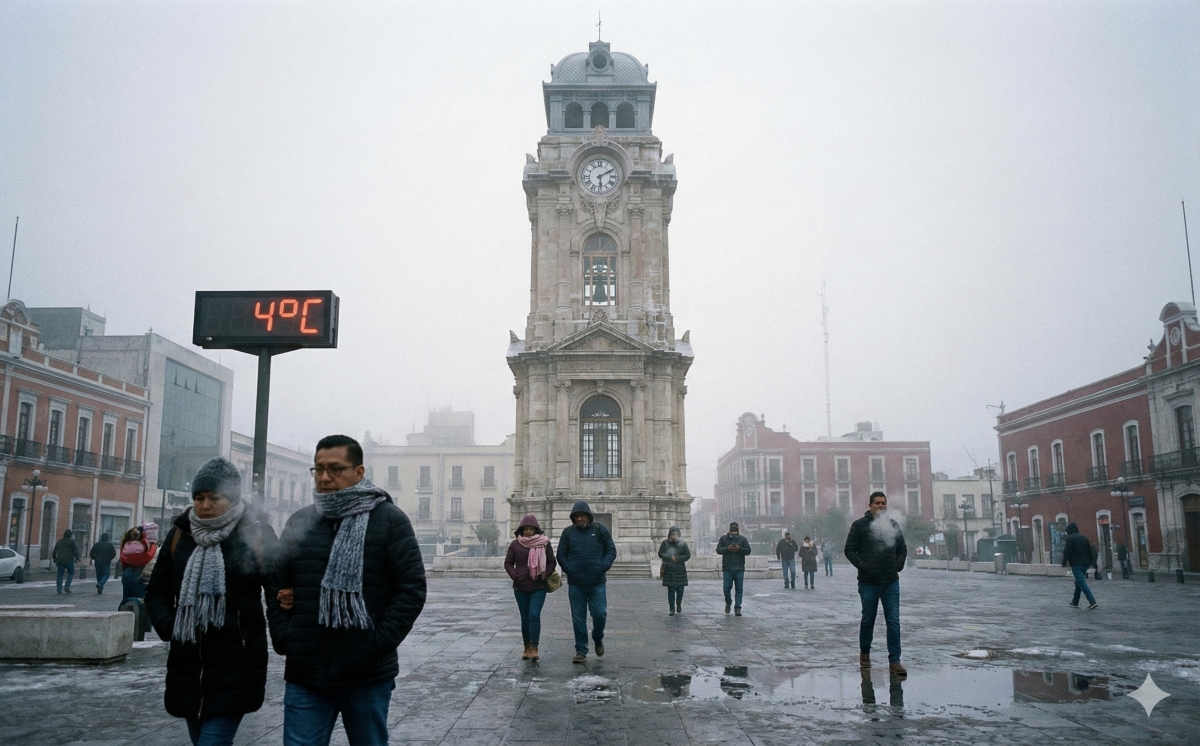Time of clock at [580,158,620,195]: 6:10
